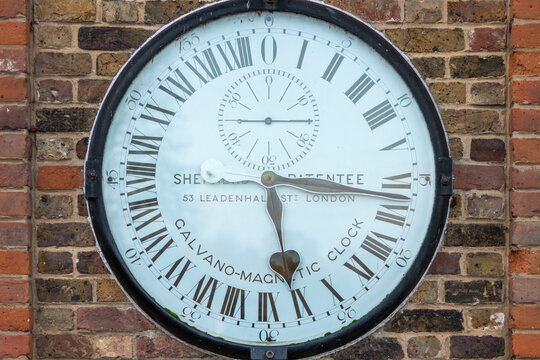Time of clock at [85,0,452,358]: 5:15
